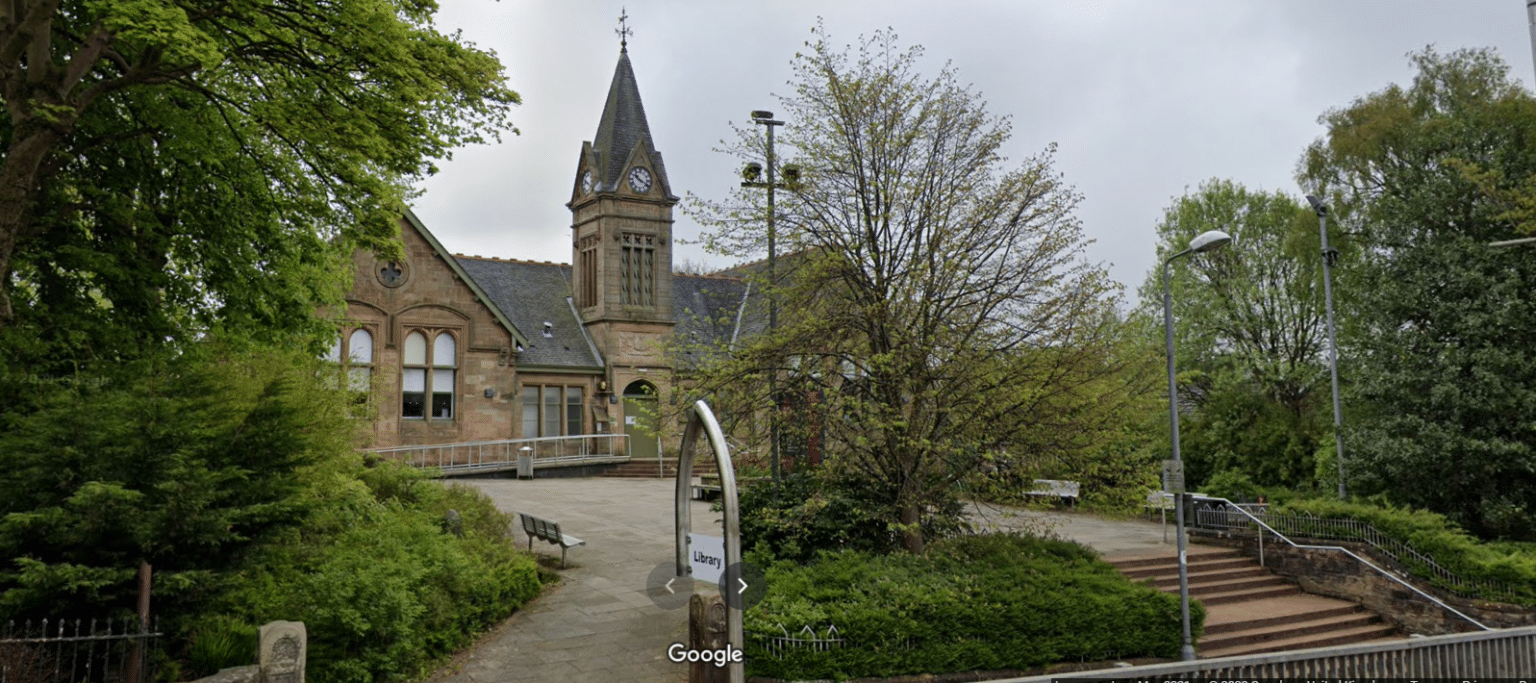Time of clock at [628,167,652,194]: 10:19
